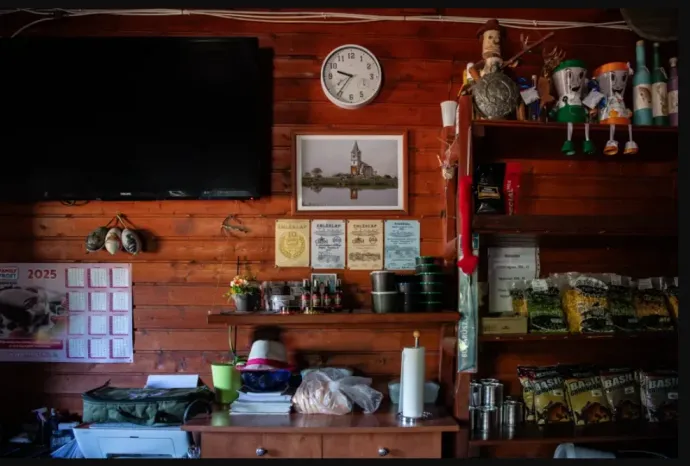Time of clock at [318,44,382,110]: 9:36
